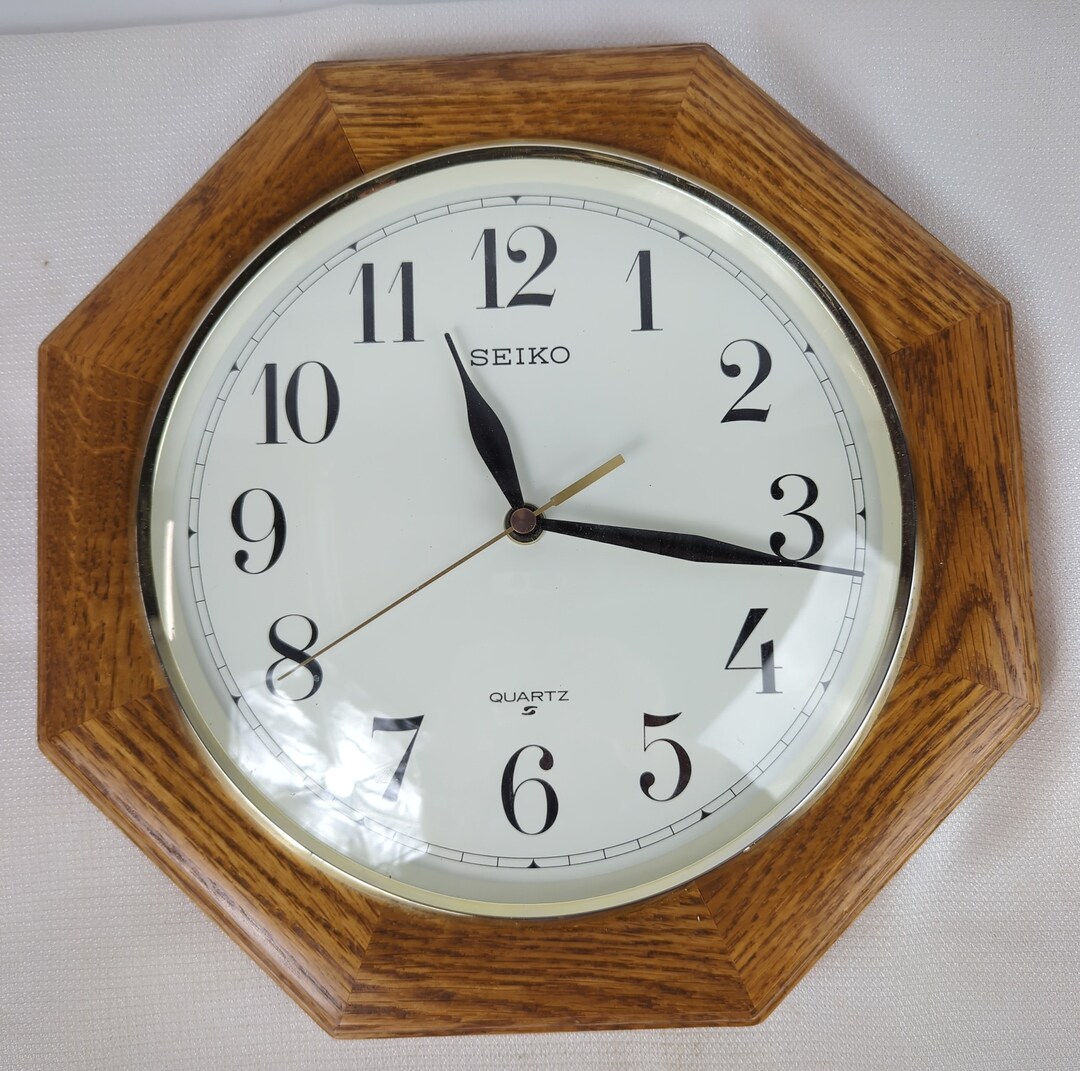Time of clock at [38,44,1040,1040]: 11:16
